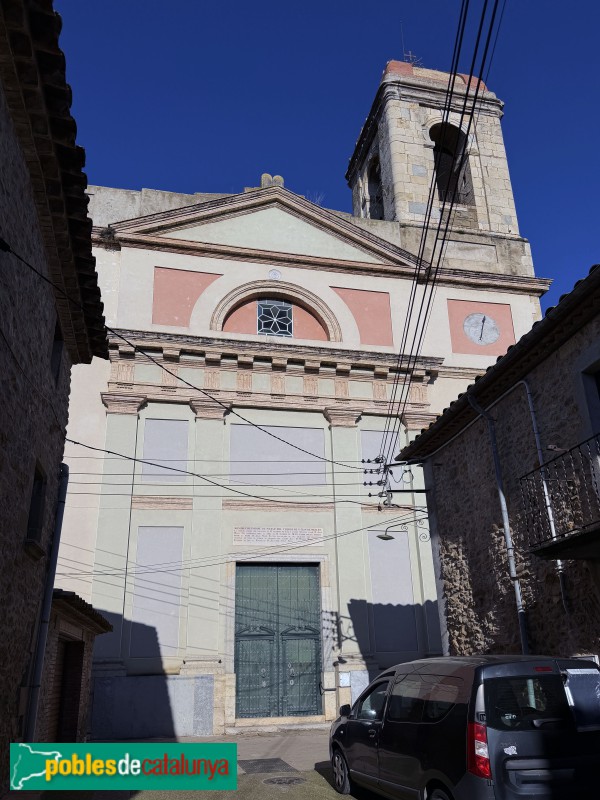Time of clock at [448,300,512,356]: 12:32
